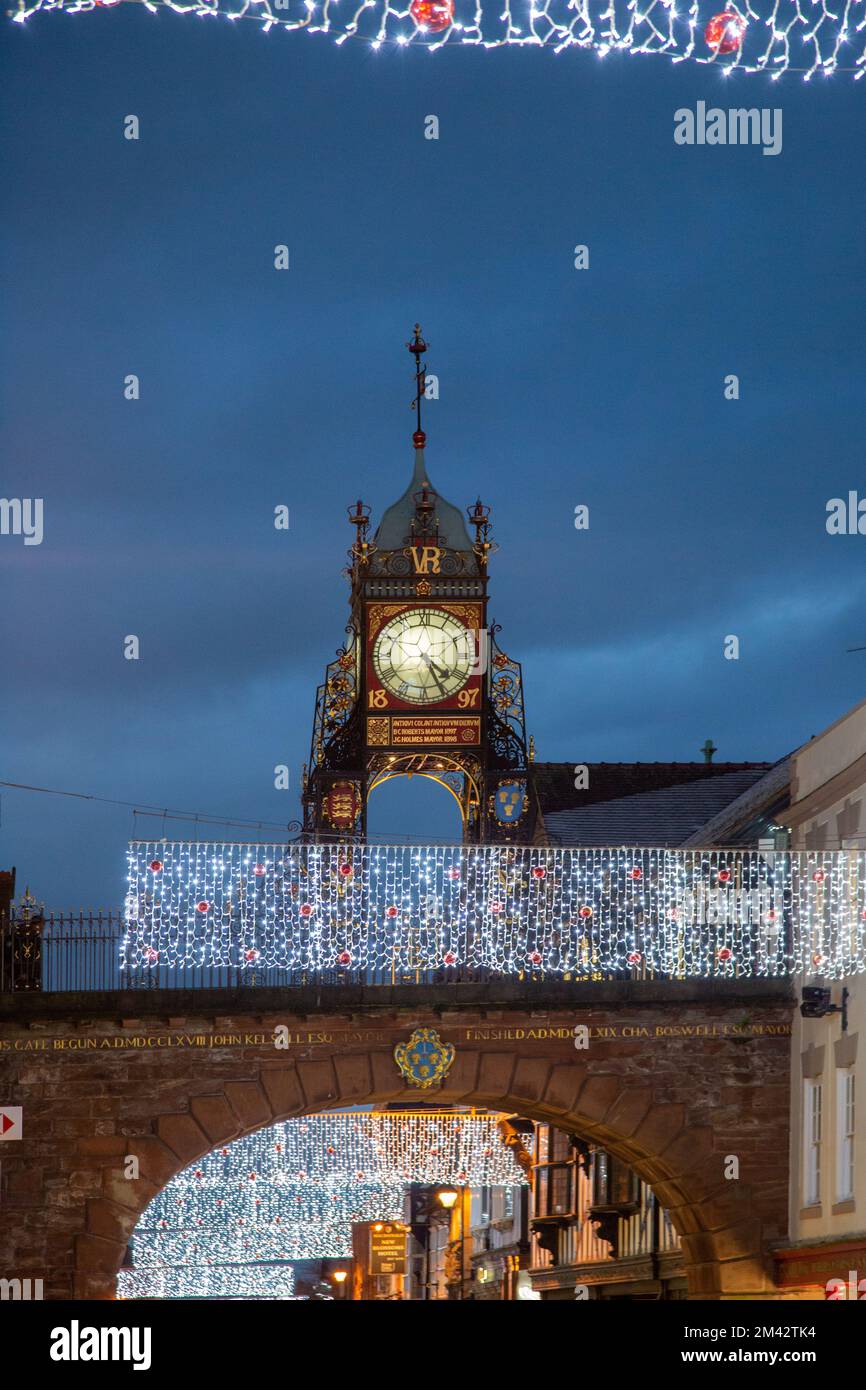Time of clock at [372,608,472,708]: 4:25
